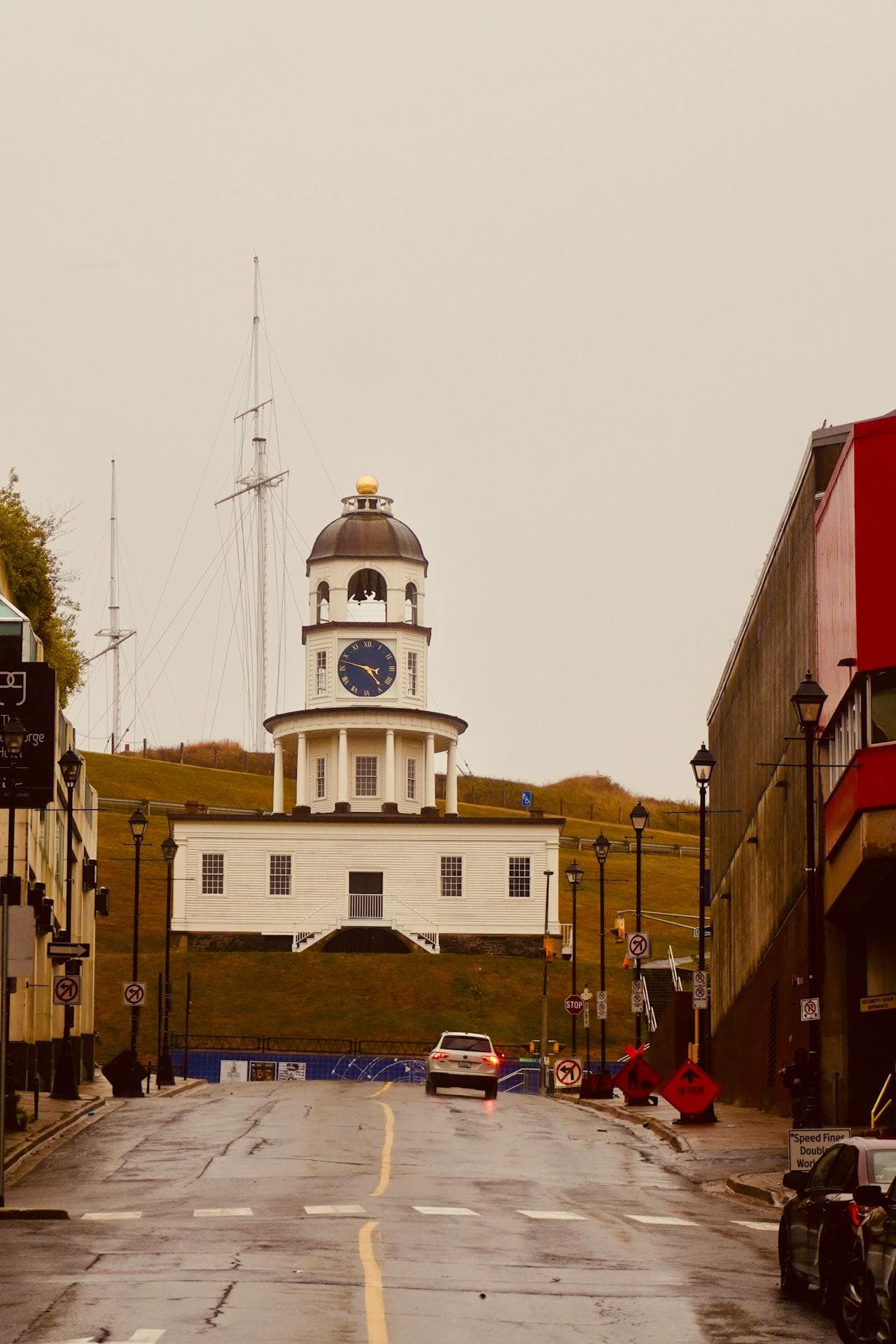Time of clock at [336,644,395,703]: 4:47
